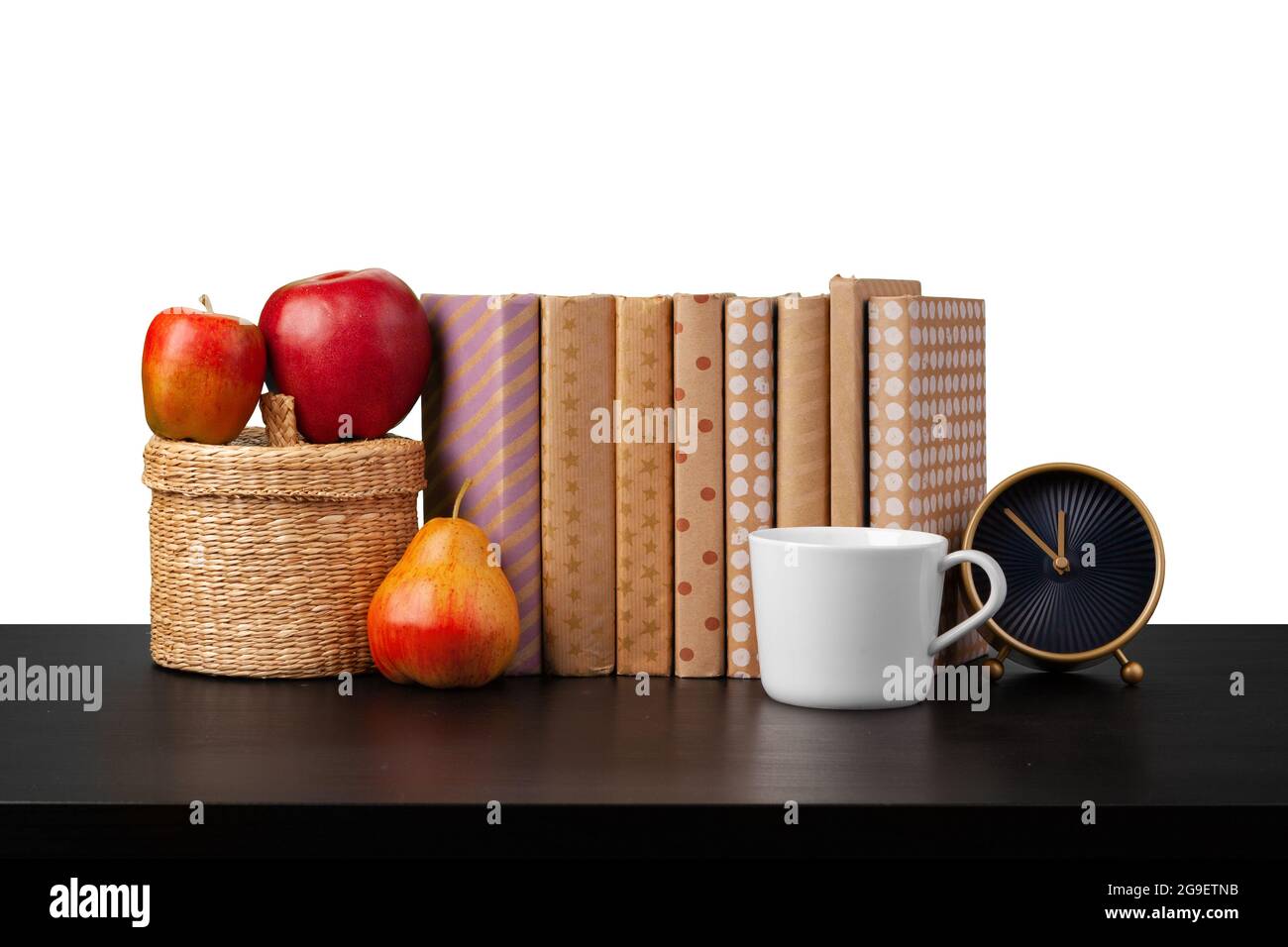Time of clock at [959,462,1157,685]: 11:50
